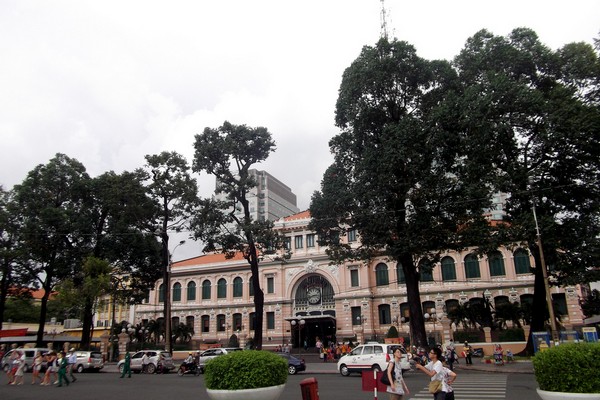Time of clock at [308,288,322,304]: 2:42
